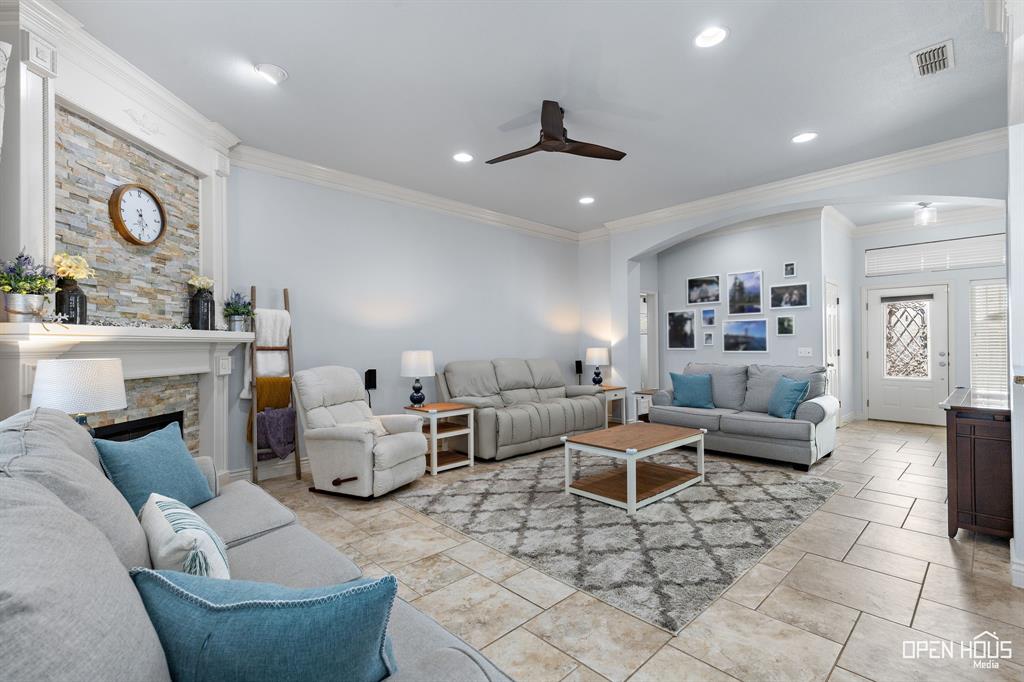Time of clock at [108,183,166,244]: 4:28
